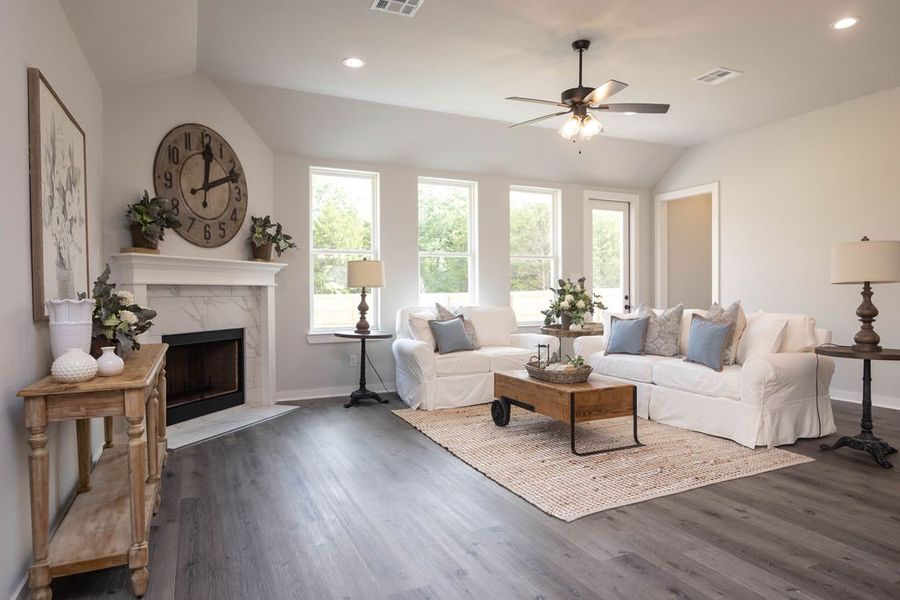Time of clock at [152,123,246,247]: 12:11
